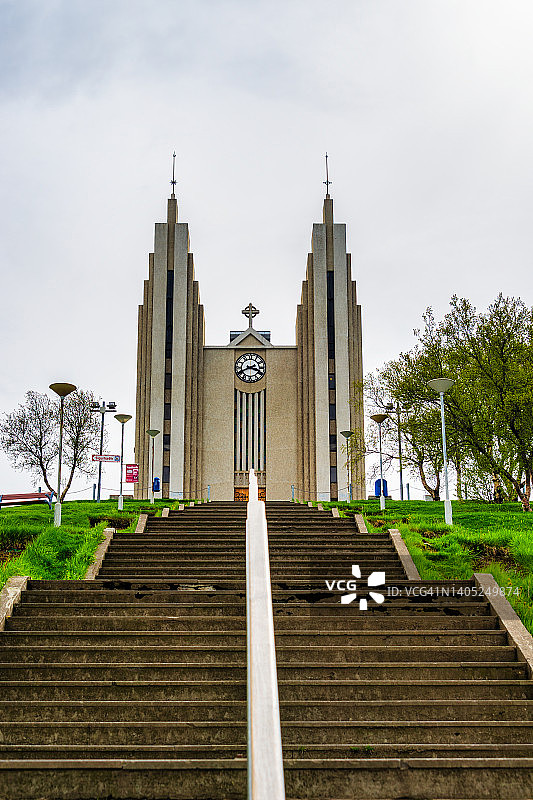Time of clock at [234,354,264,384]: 3:40
